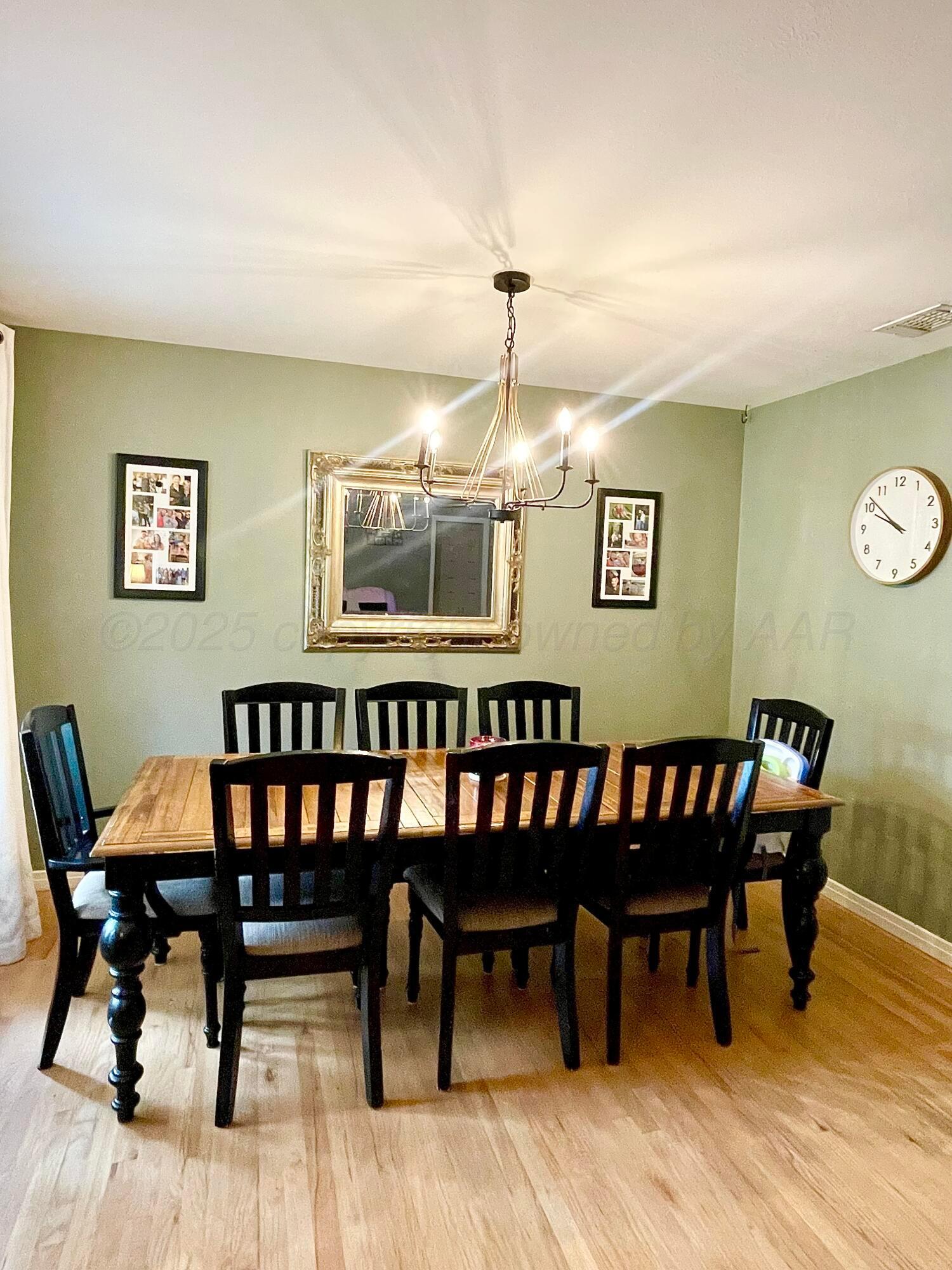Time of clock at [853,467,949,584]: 9:51
